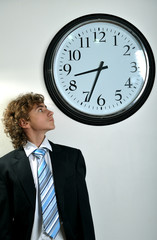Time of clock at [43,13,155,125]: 8:33
